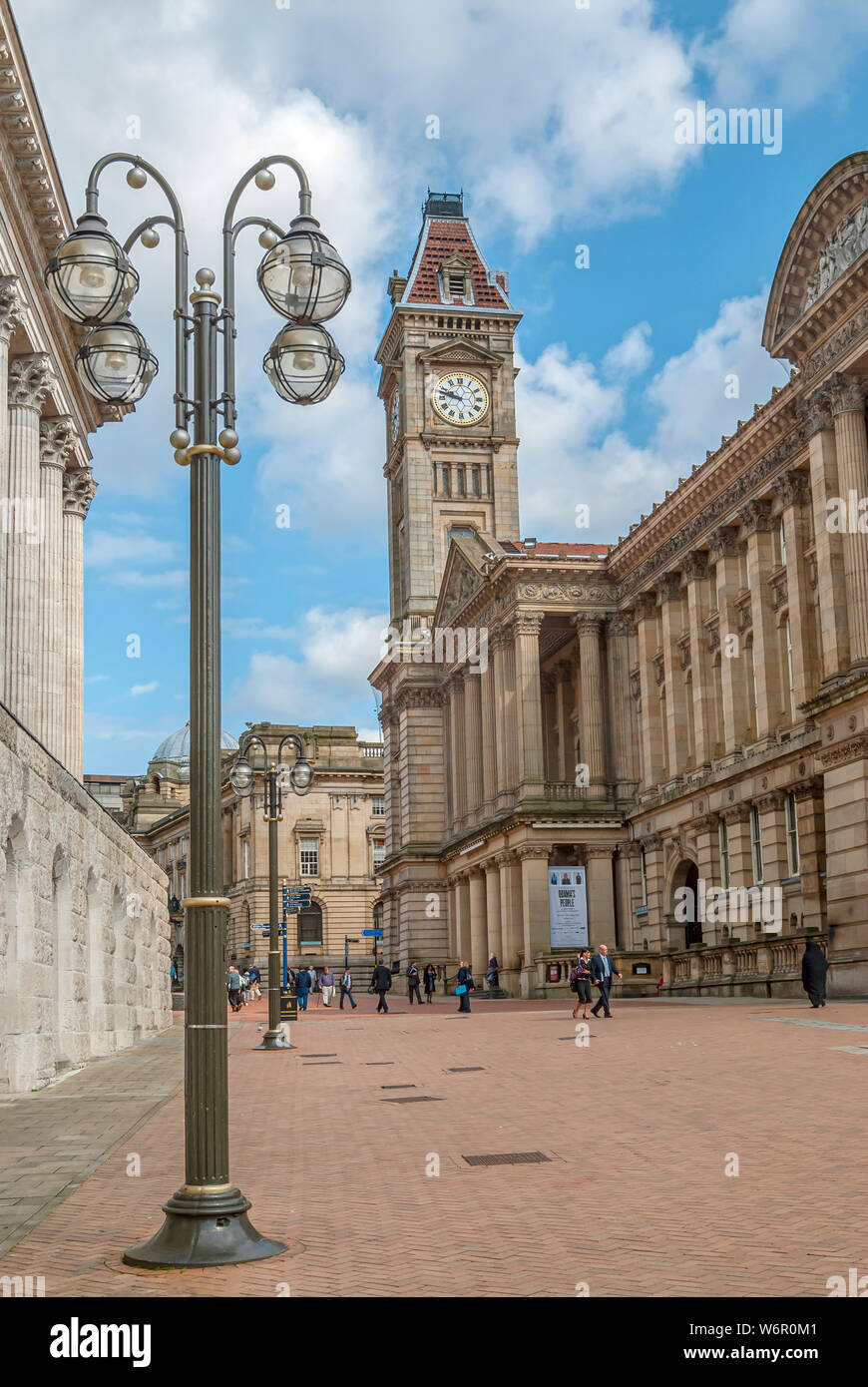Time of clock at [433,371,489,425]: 9:47
